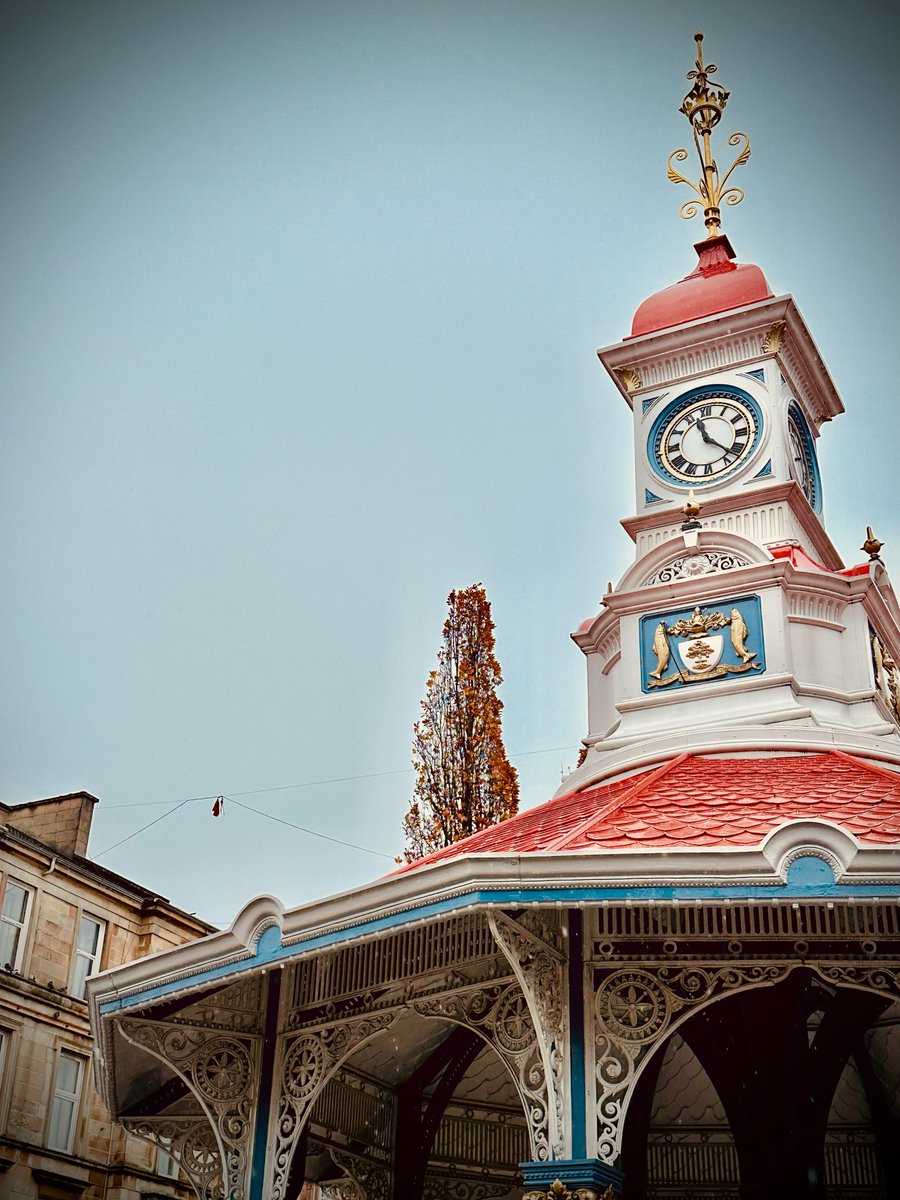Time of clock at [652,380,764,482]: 11:22
